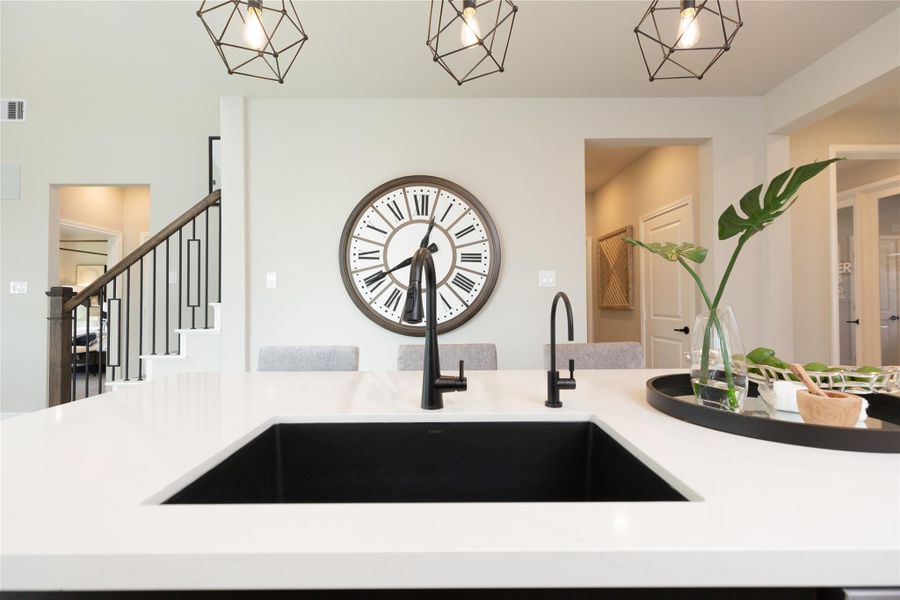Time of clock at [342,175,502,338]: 5:40
